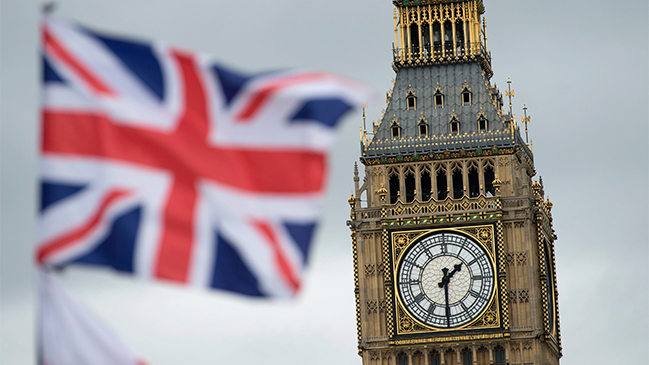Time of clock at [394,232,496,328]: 1:29
